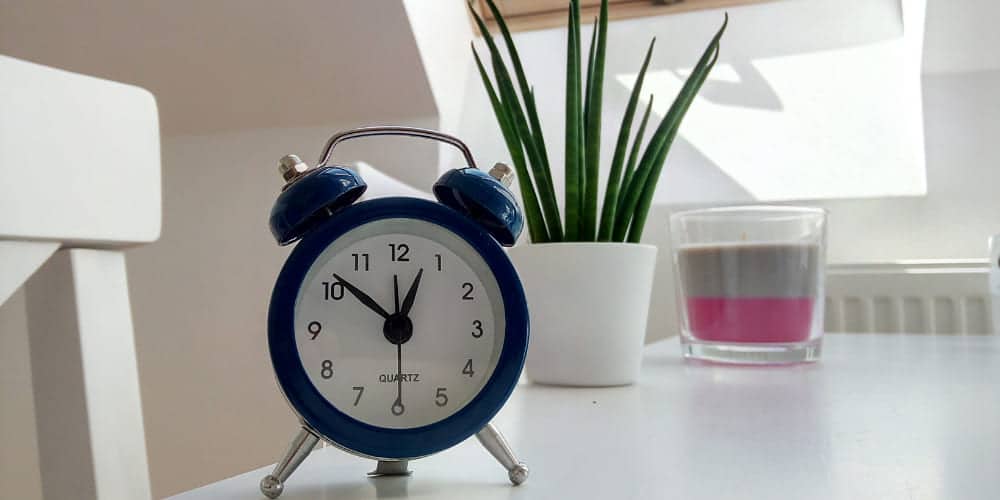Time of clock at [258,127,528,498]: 12:51
